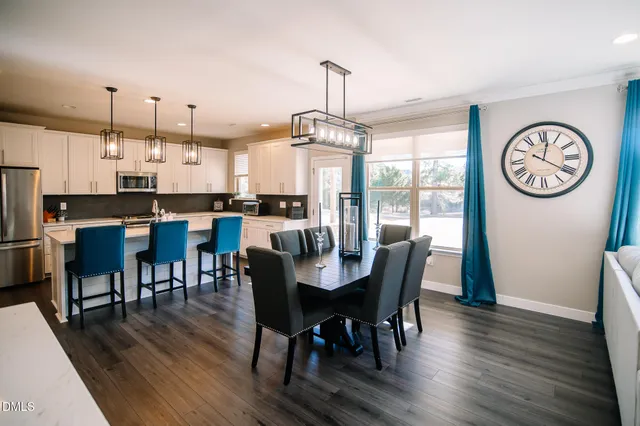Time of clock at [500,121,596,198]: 12:20
